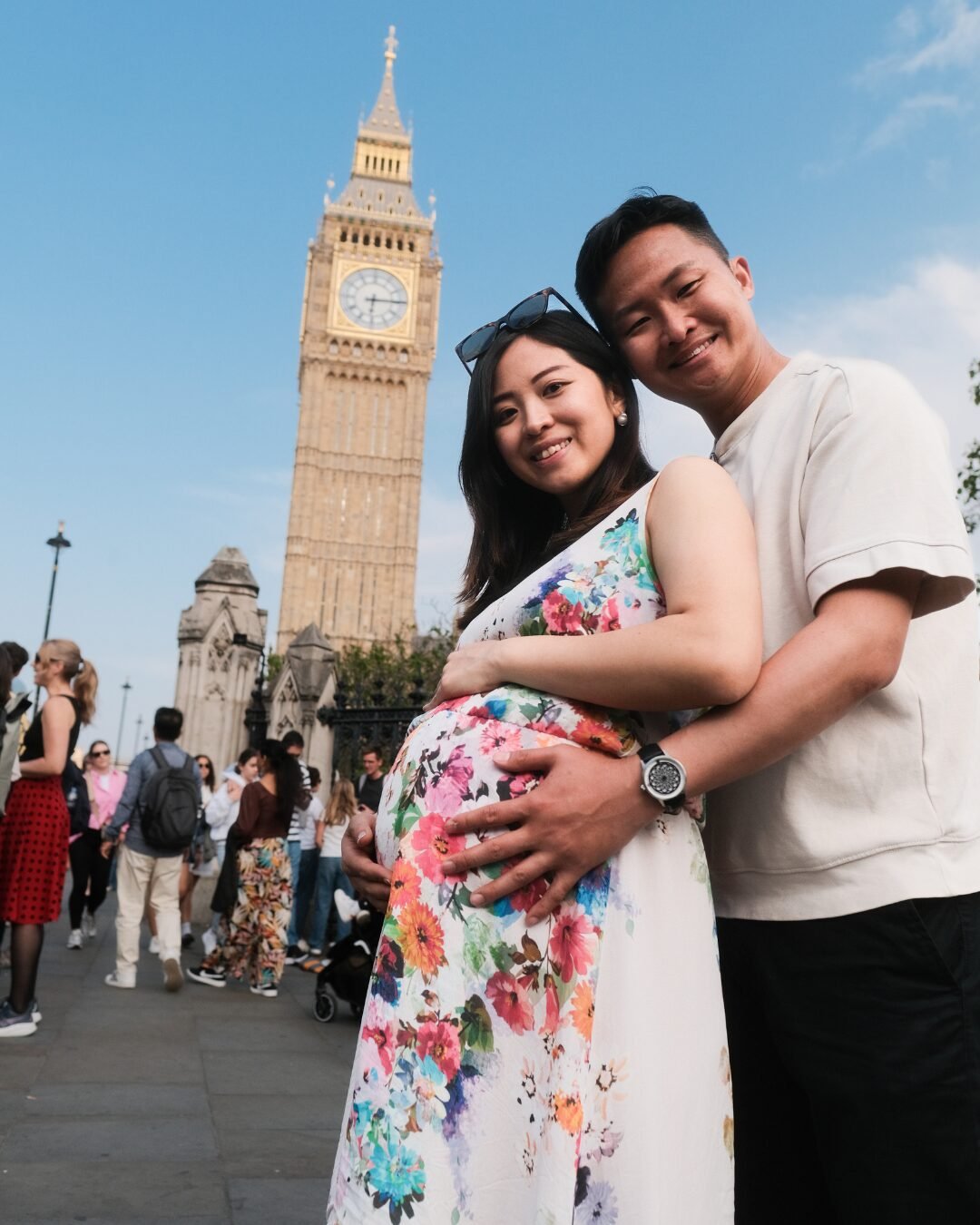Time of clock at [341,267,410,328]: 6:14
